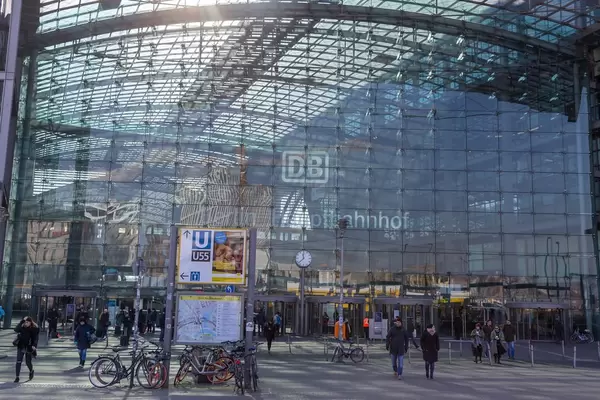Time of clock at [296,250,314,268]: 11:37
